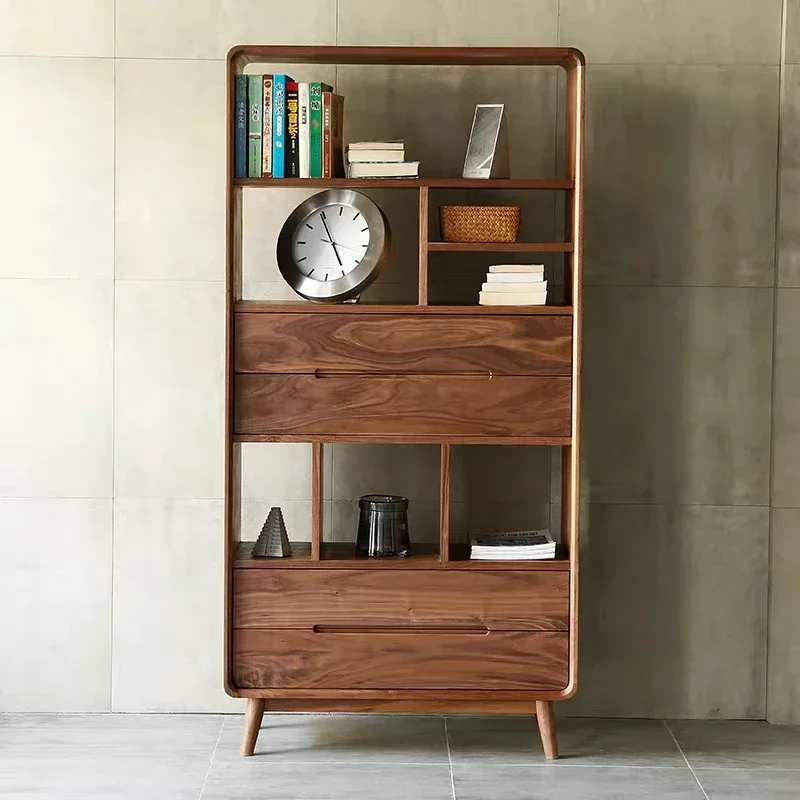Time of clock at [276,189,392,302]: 4:54
